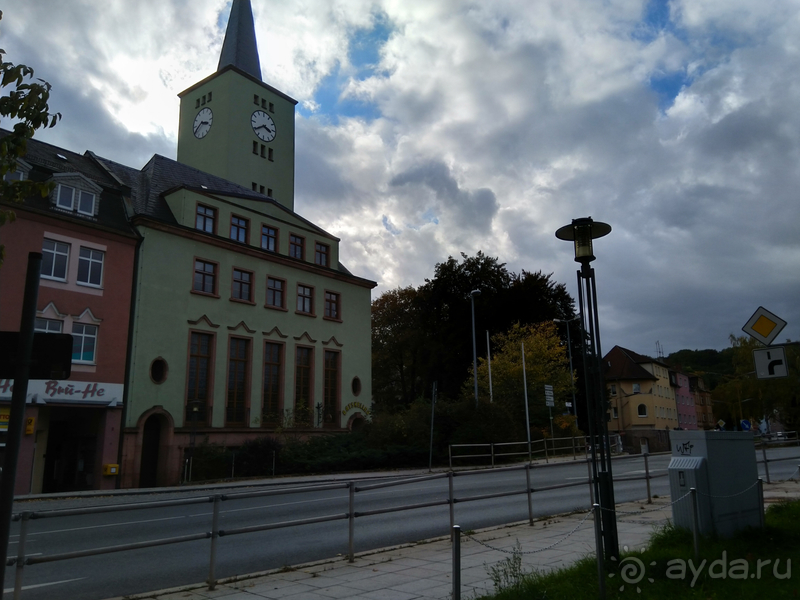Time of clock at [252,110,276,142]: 3:39
